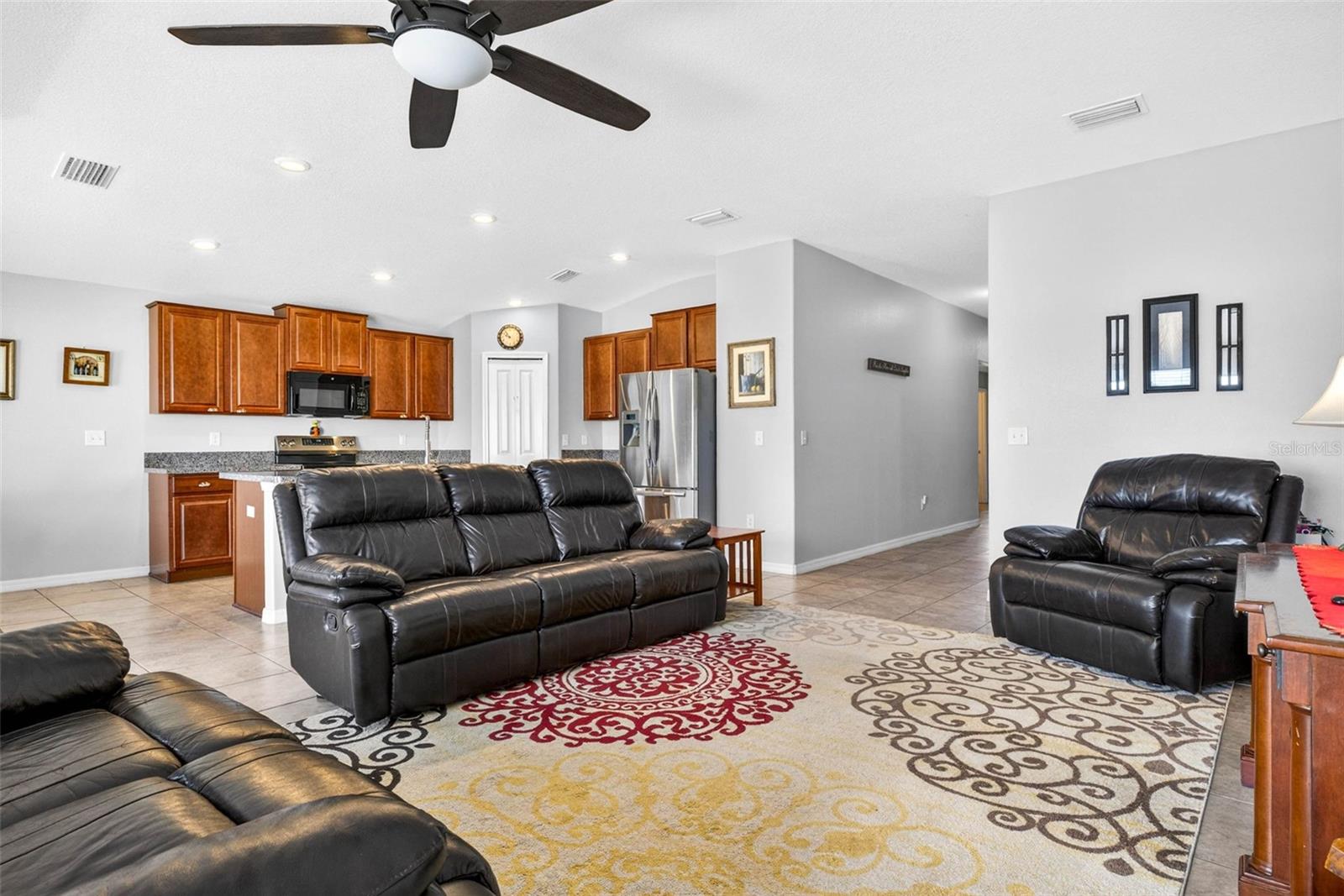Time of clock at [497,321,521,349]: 9:53
